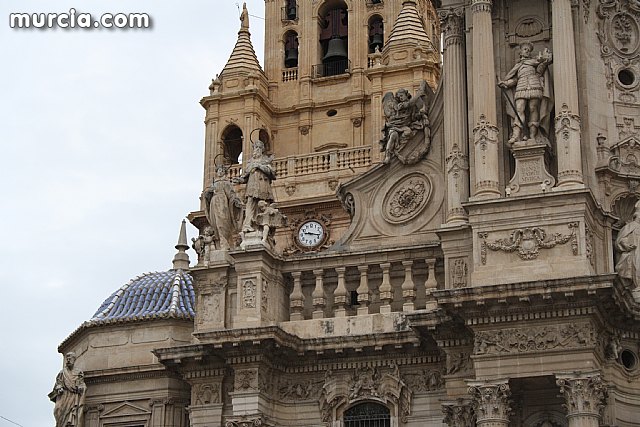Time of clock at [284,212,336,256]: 9:17
